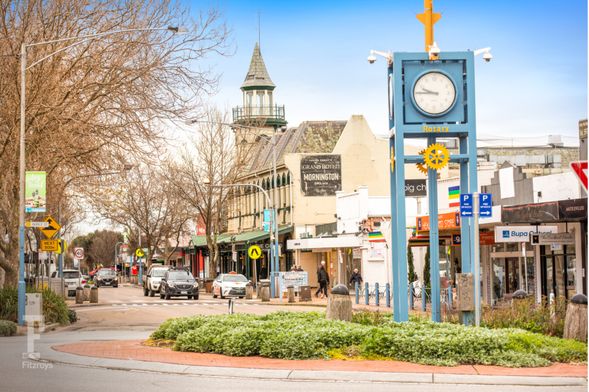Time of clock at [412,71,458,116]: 9:45
